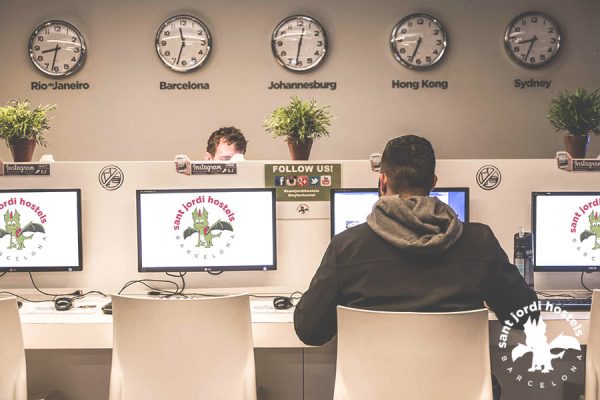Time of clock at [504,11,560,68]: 8:33
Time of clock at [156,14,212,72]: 11:33
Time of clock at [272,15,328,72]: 12:31
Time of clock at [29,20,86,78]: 8:32
